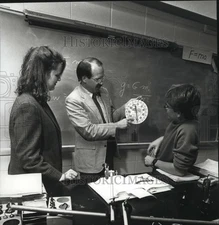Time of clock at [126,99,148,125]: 11:29
